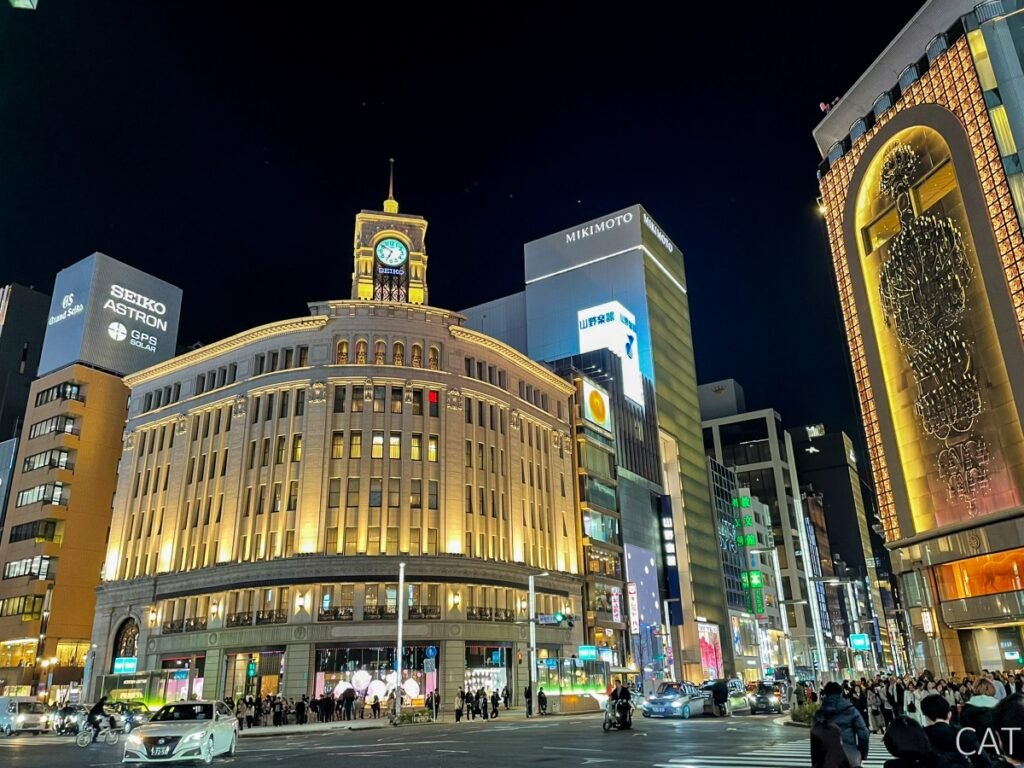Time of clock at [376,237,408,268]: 6:50
